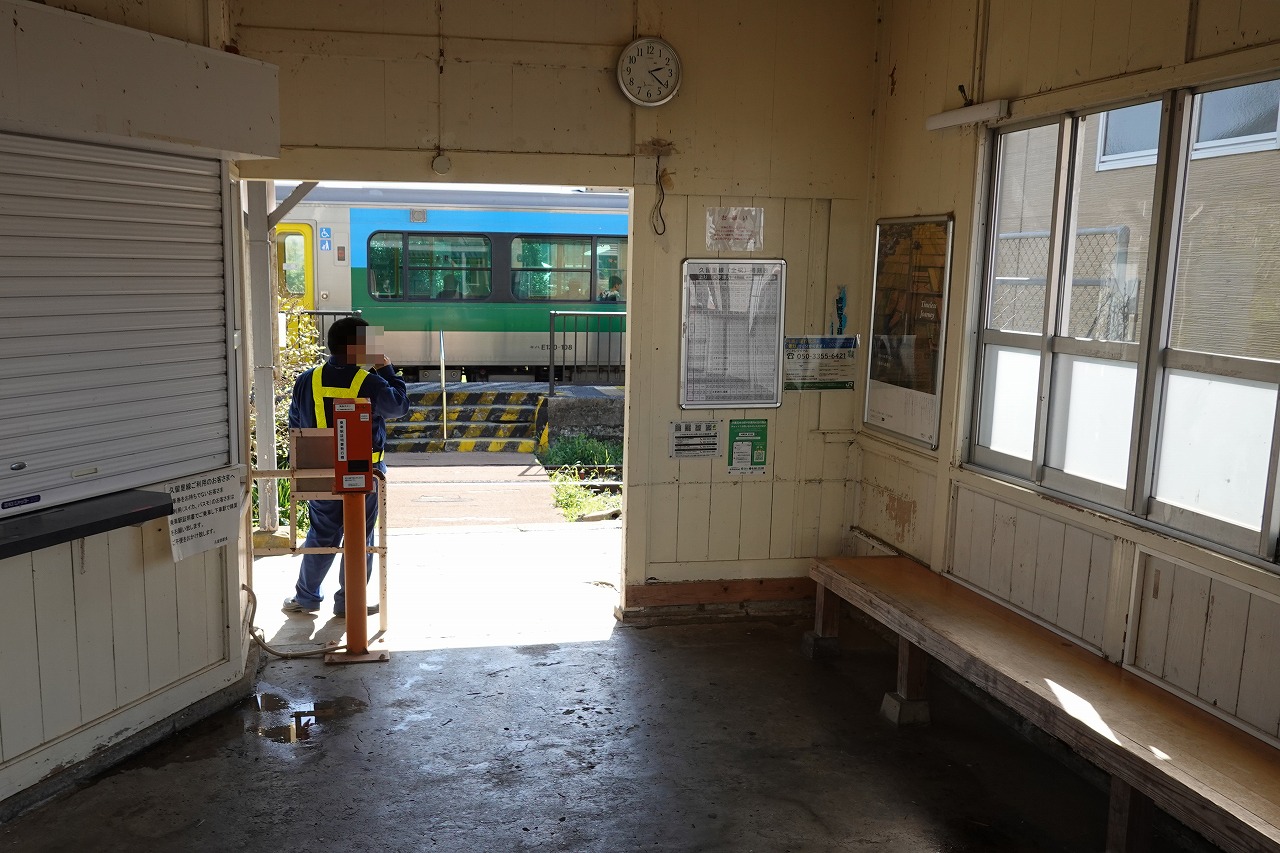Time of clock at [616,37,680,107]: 2:21
